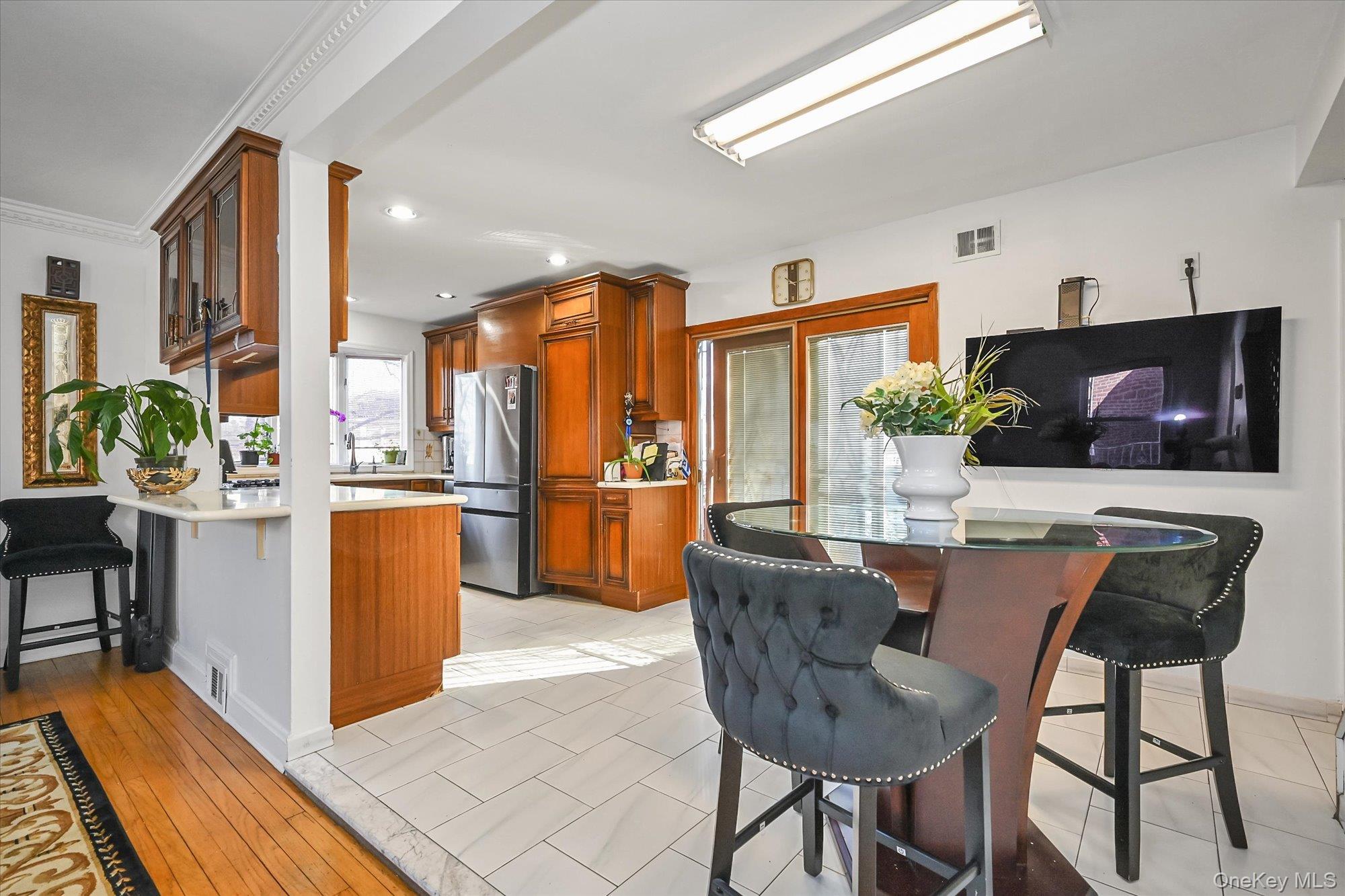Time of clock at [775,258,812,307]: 10:14
